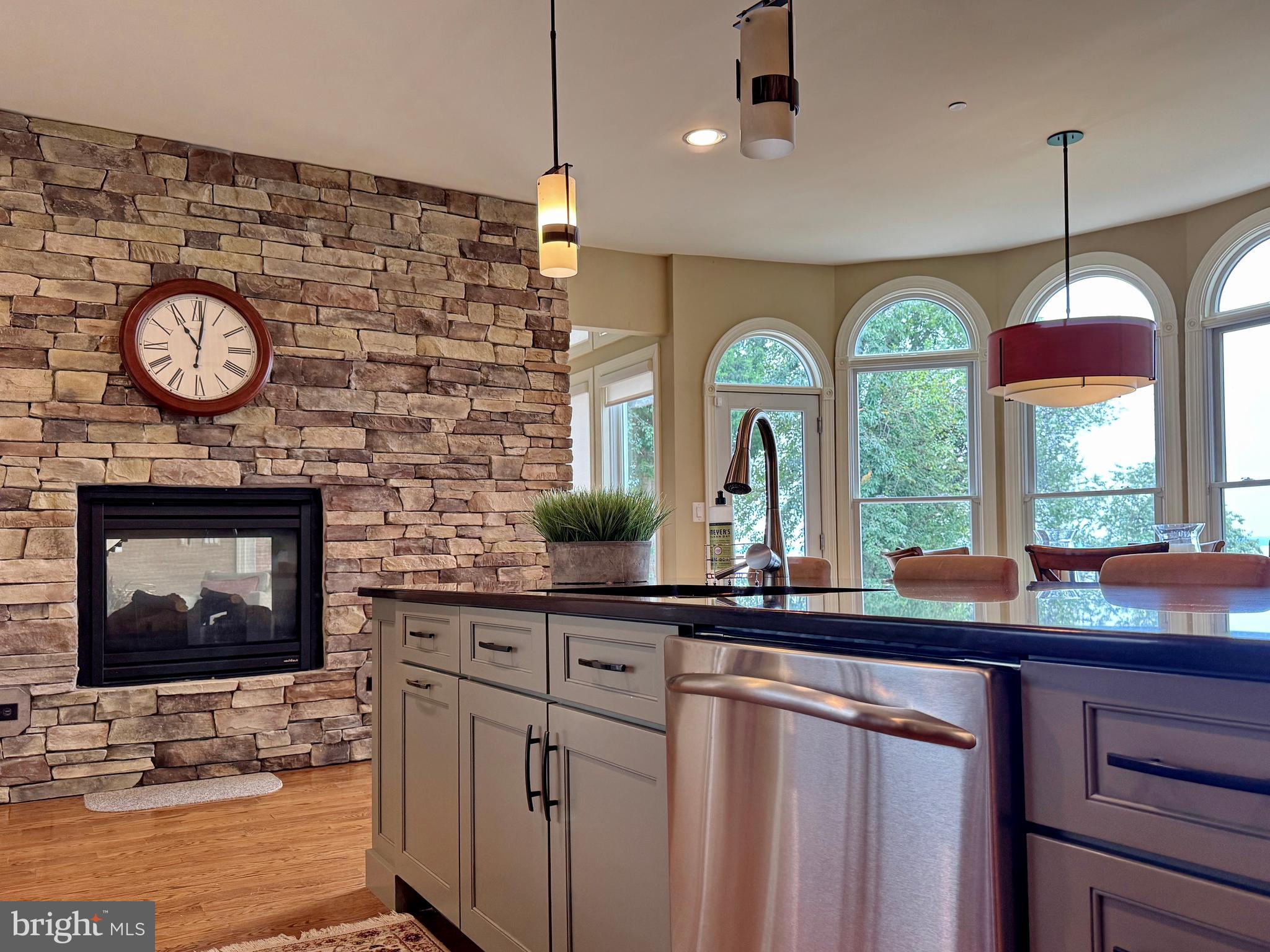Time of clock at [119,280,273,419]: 11:01
